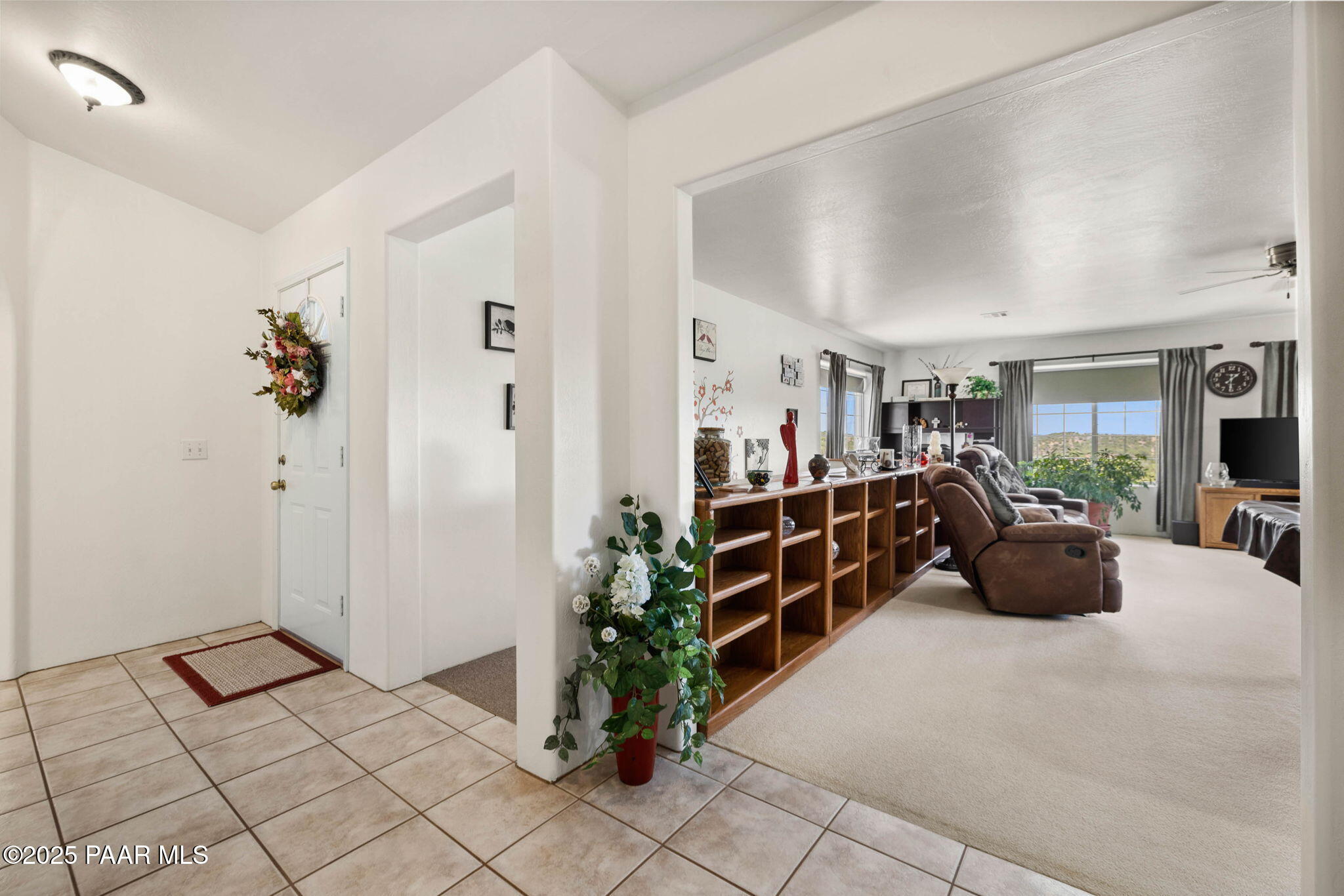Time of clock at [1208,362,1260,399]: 1:30
